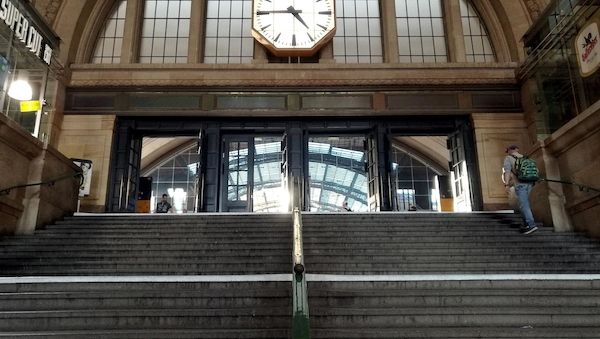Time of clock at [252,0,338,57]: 4:45
